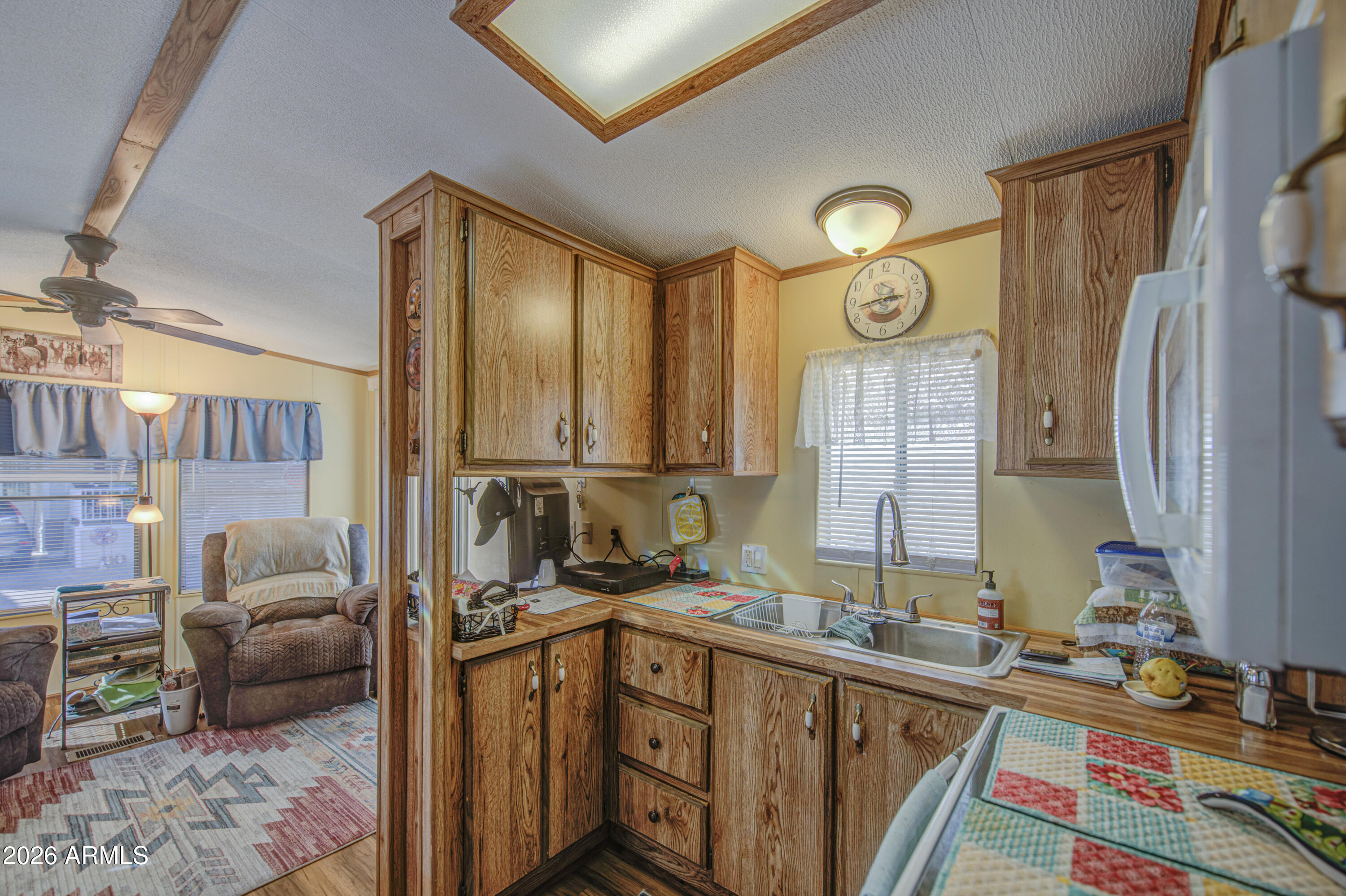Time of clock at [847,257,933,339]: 2:43
